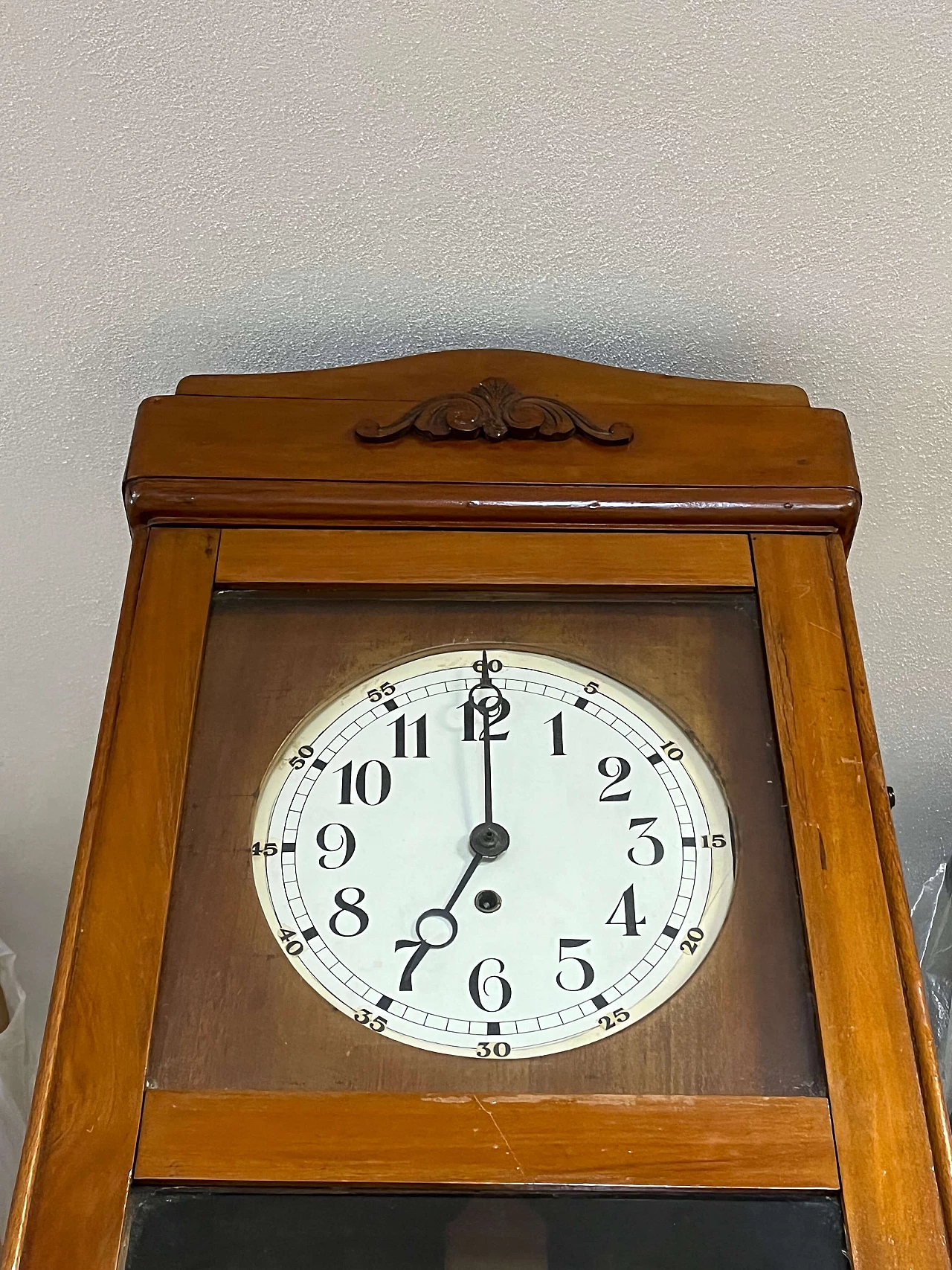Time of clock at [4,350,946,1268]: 7:00
